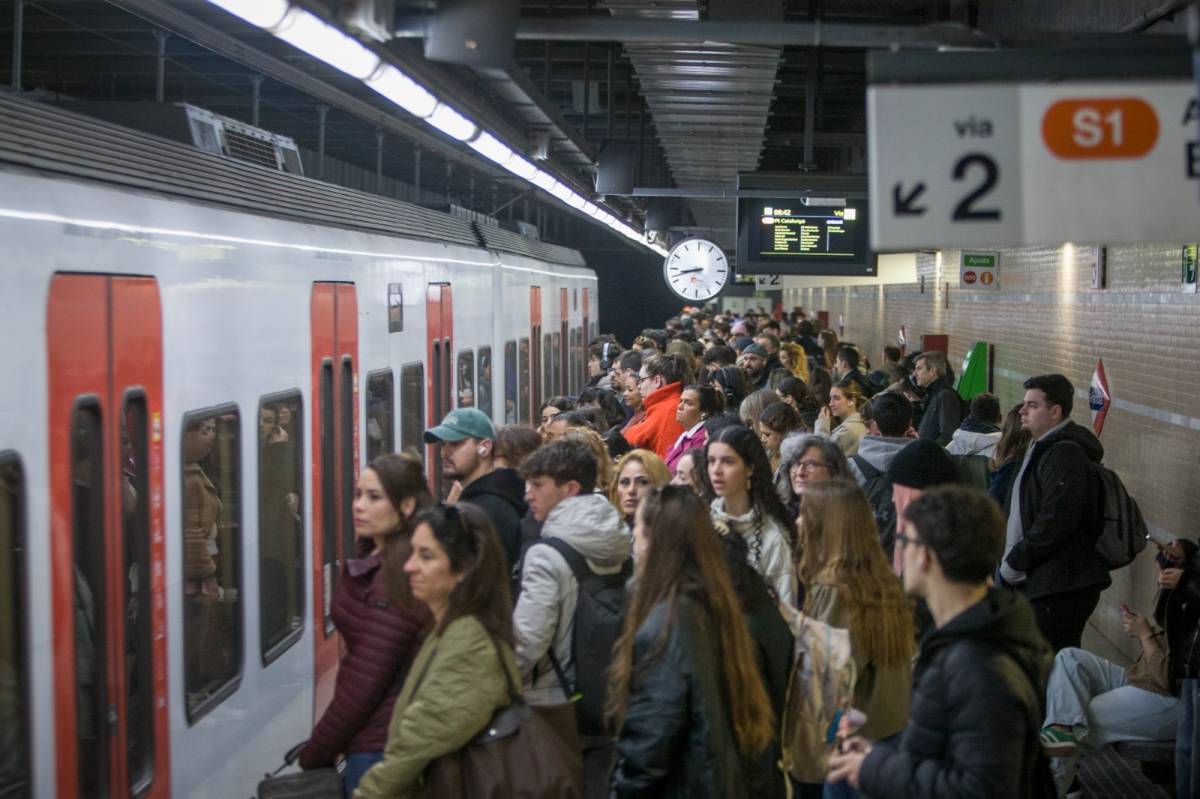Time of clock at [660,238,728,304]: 8:42
